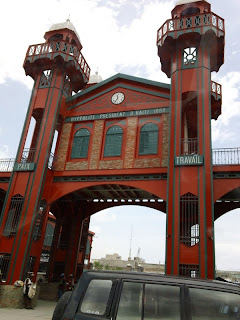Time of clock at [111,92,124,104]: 11:35
